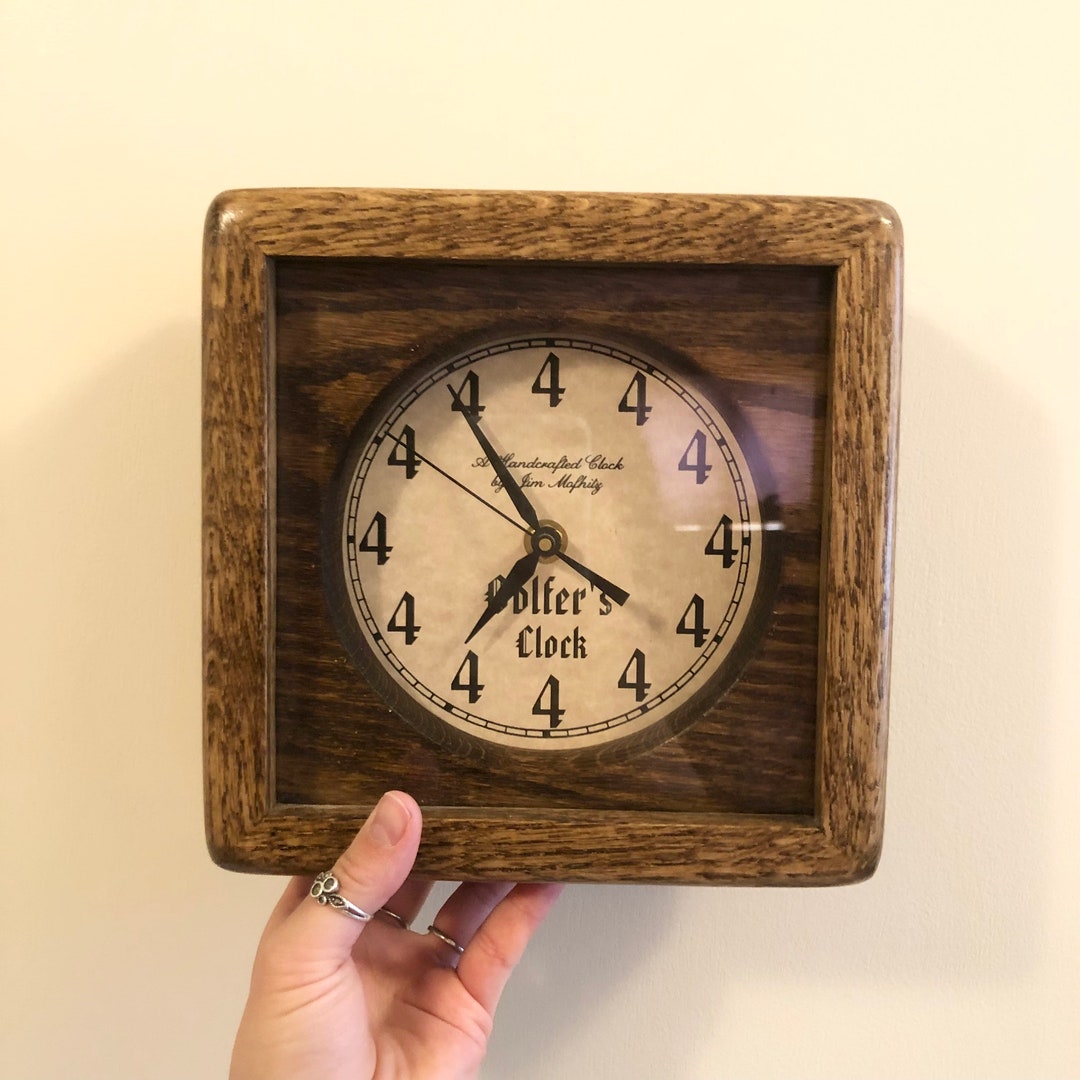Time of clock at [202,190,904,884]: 6:54
